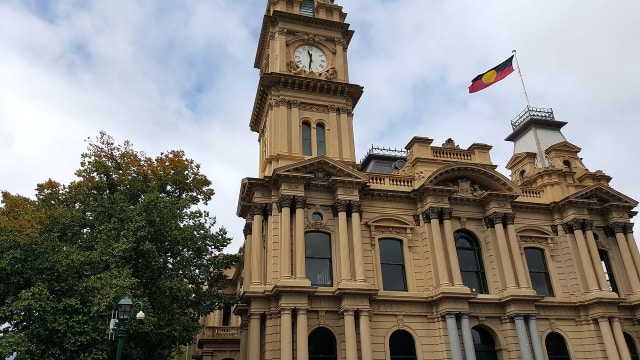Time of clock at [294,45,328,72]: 11:31
